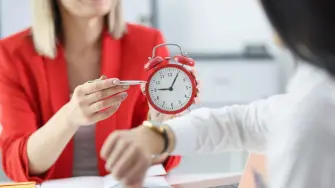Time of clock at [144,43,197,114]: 9:04
